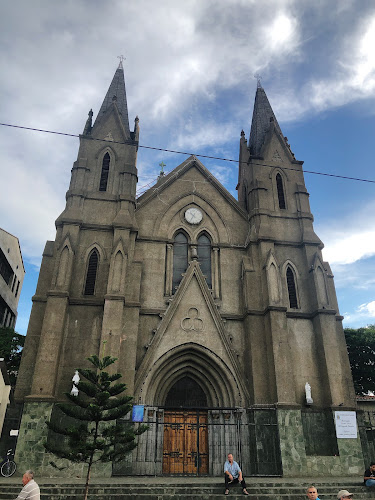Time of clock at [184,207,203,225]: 10:34
